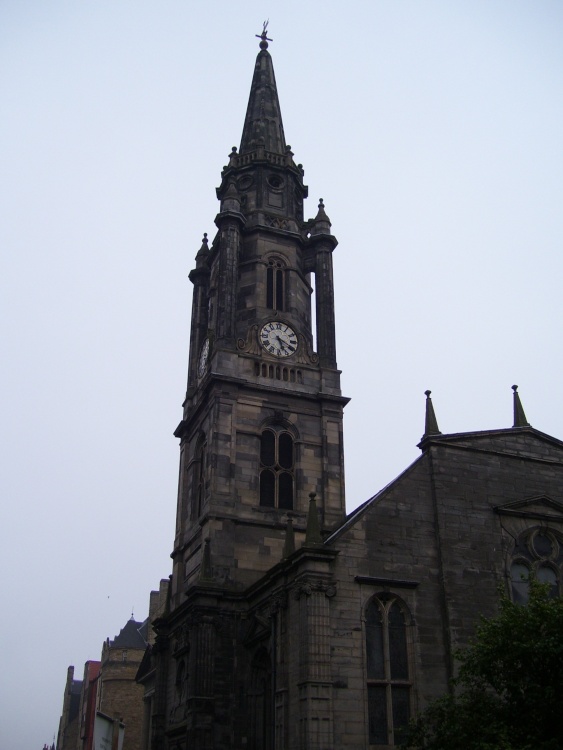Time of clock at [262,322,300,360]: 5:18
